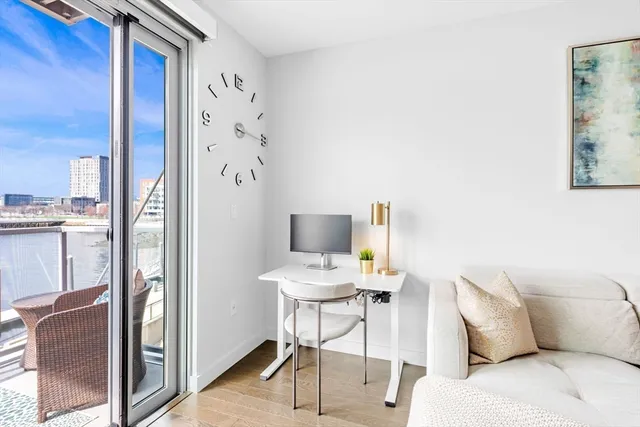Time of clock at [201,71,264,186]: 3:16
